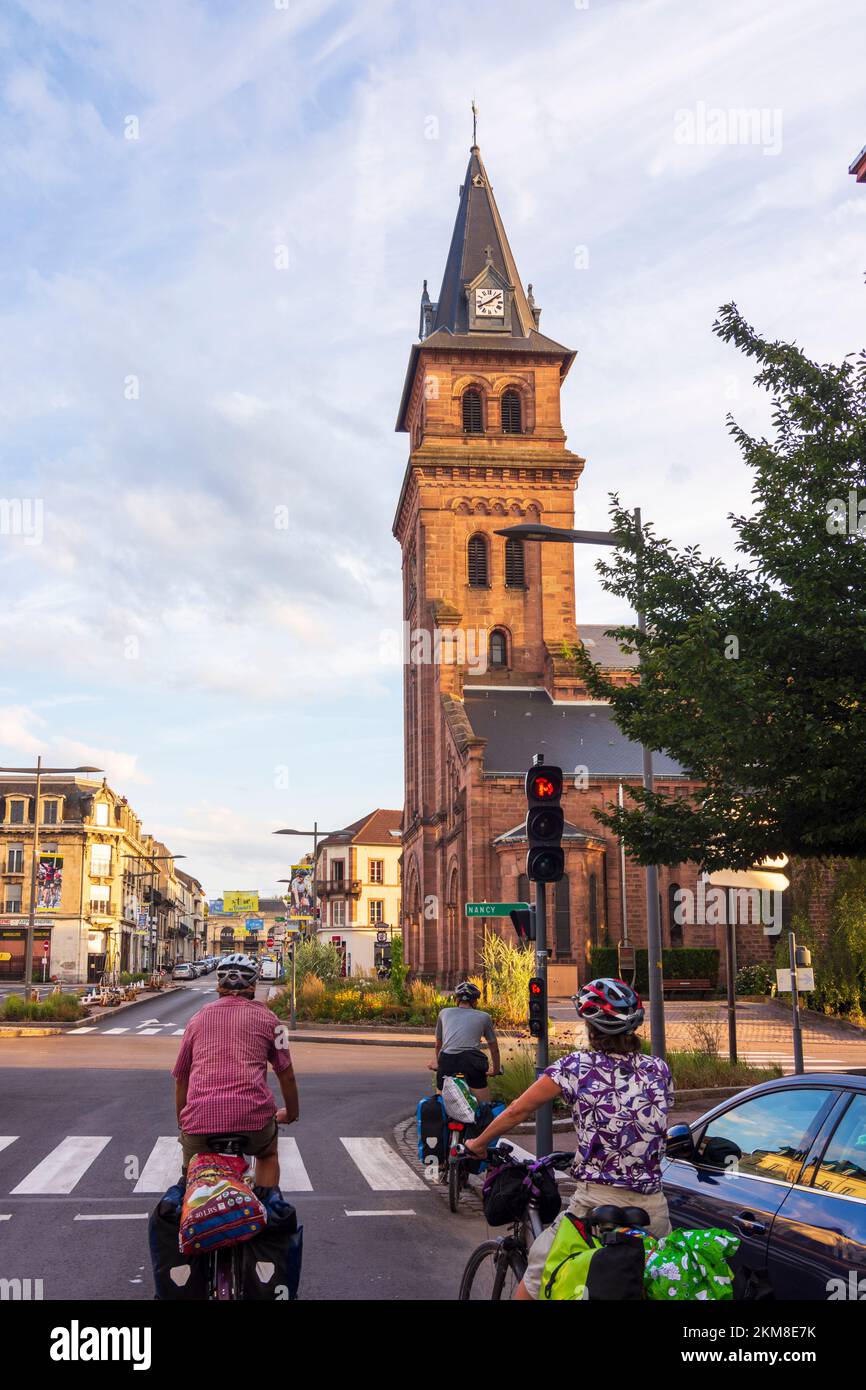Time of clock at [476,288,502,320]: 8:08
